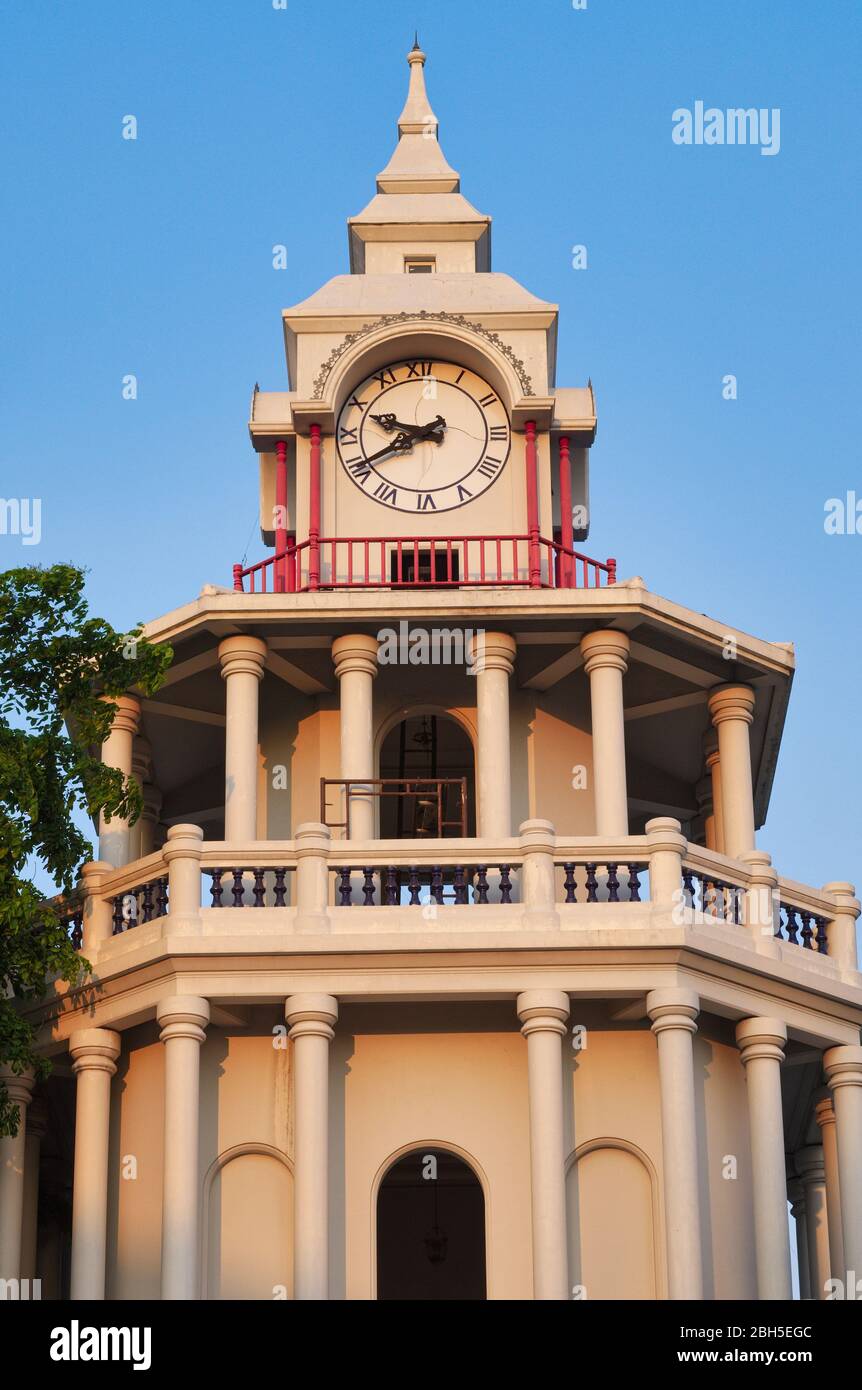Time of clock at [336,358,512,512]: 9:40
